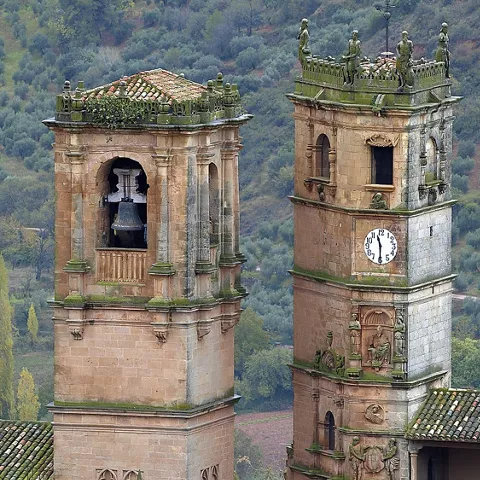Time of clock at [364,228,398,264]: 11:29
